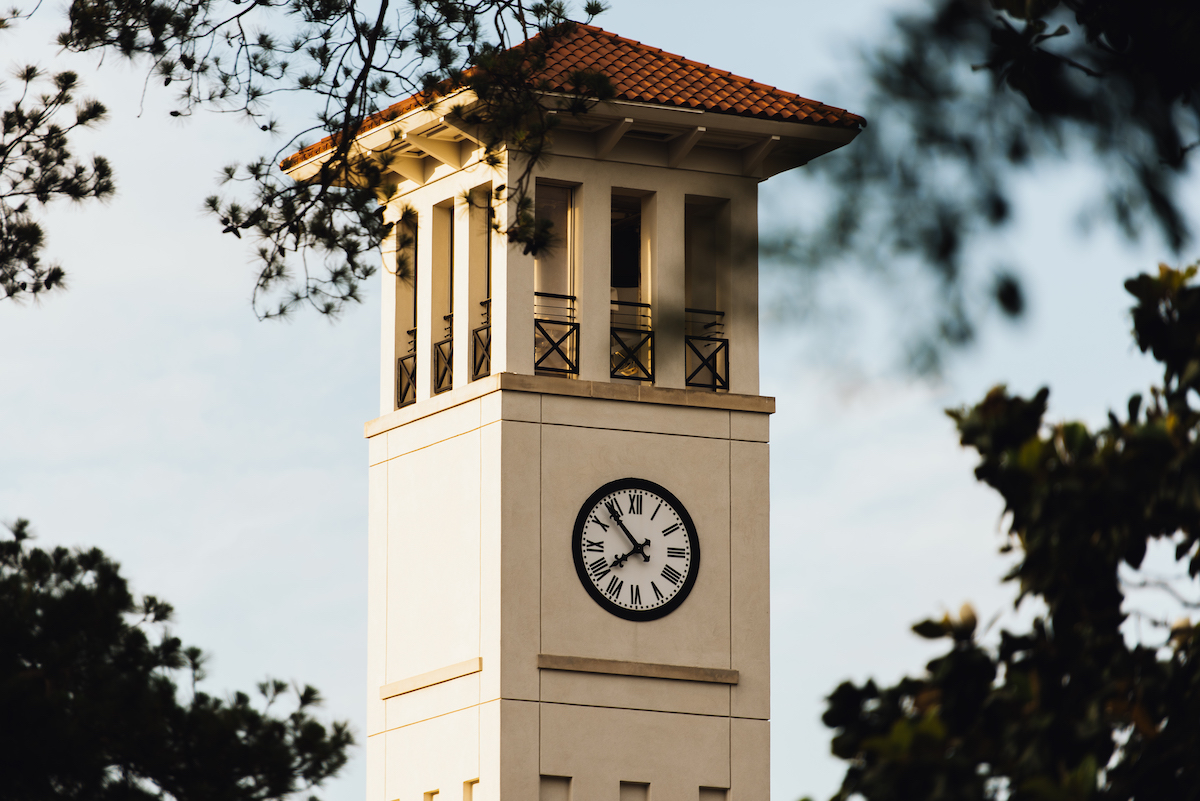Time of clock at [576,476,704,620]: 7:53
